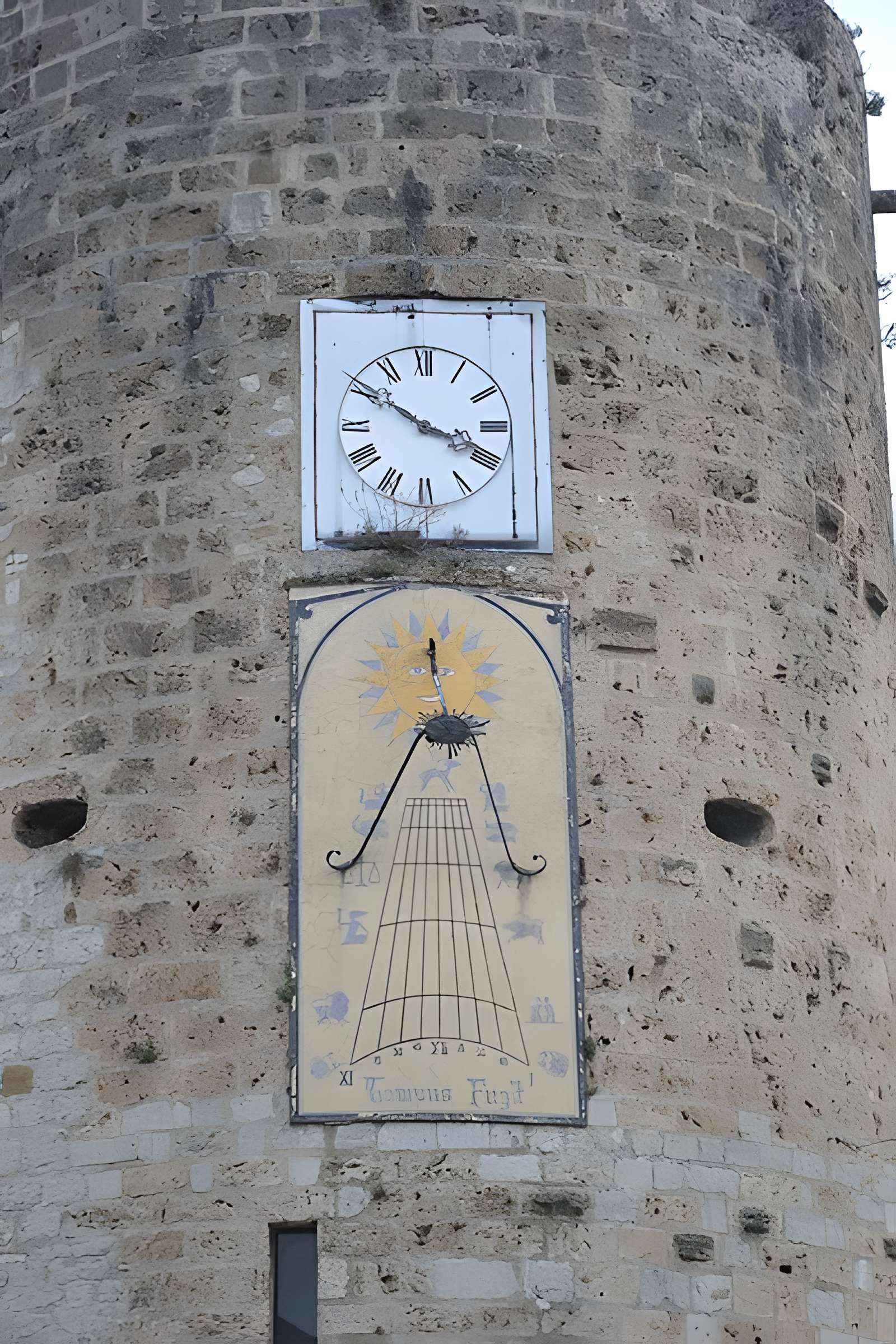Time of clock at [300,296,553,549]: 3:50
